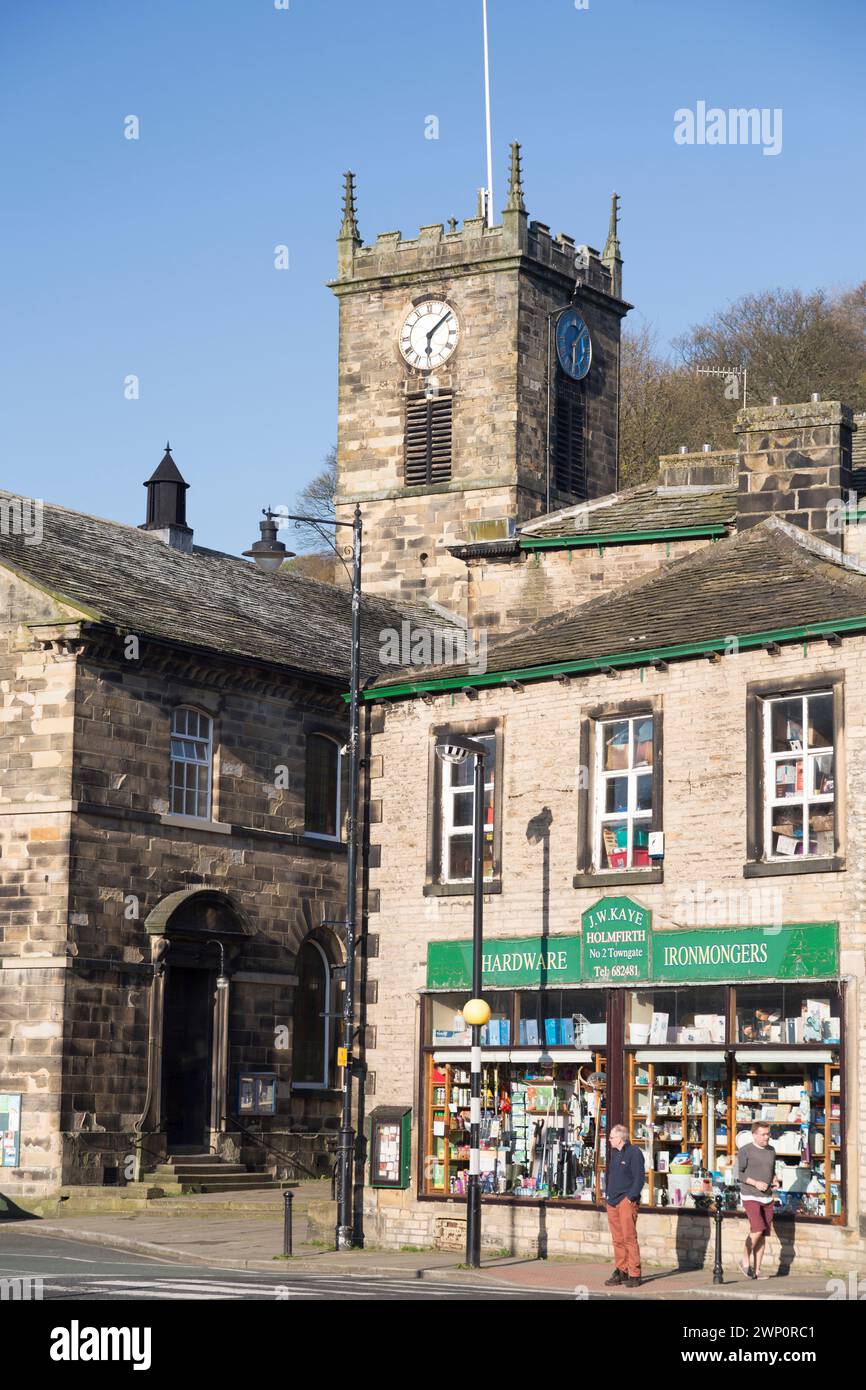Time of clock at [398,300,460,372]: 6:08
